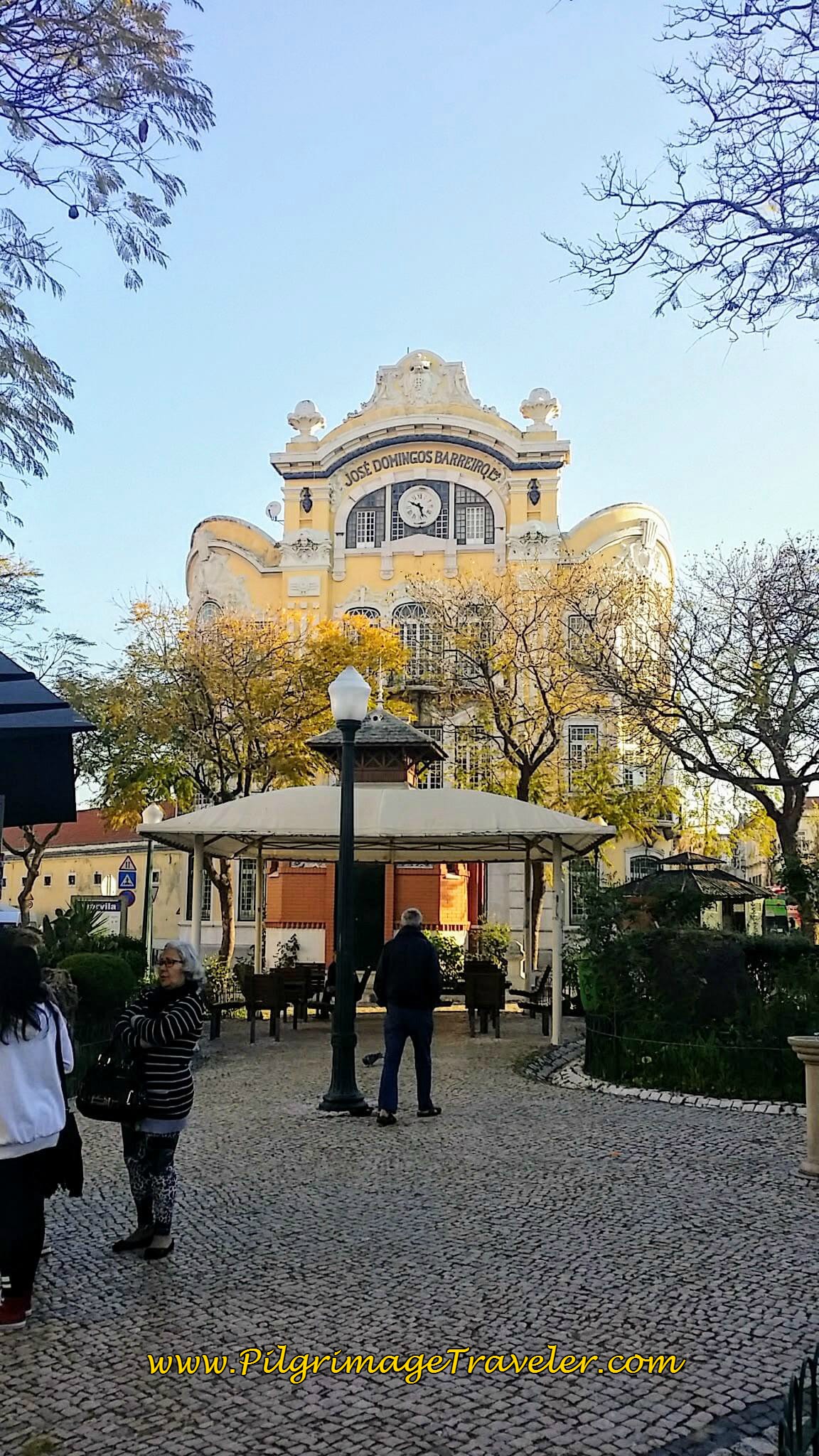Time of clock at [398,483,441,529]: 5:49
